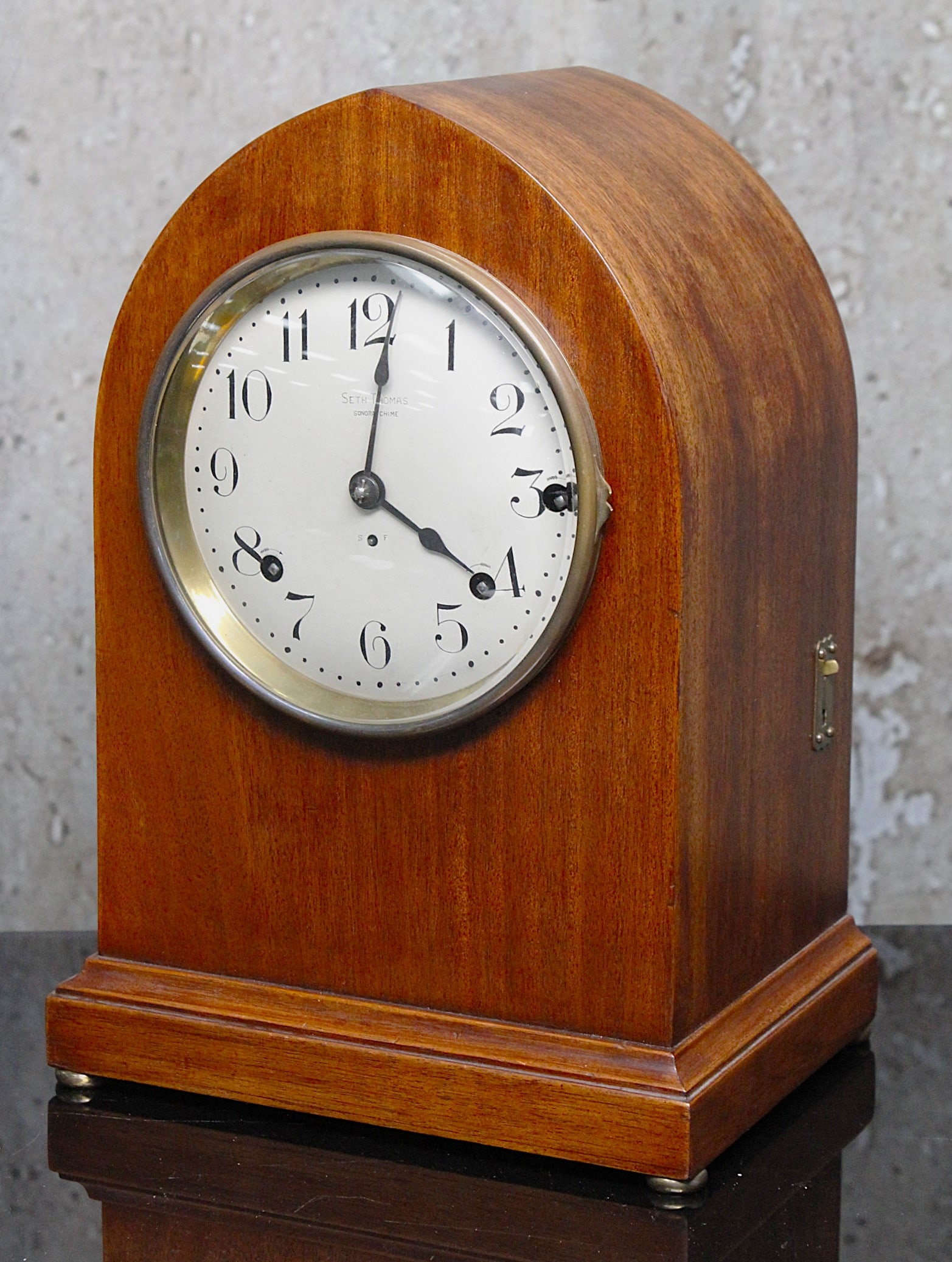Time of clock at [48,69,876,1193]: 4:01
